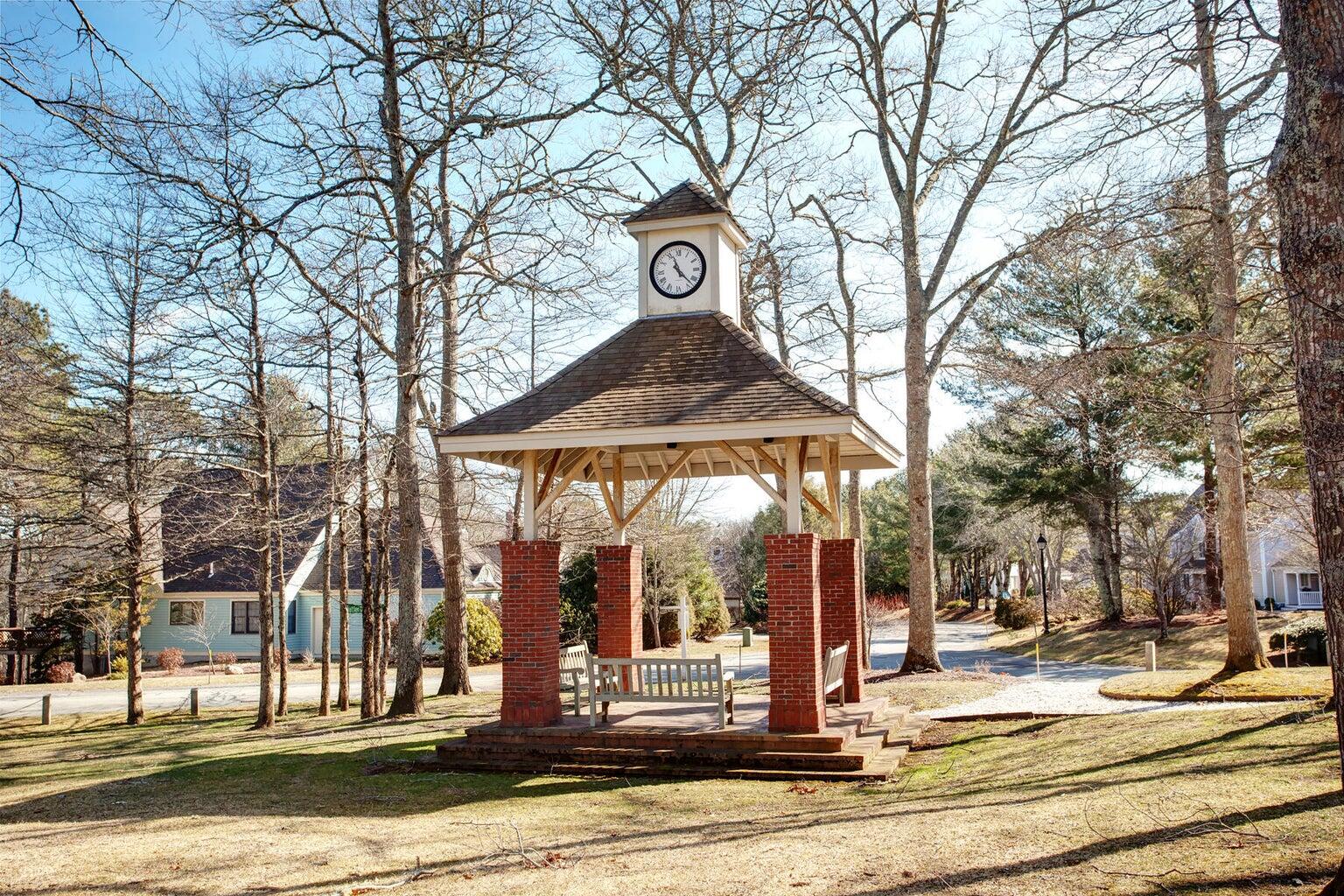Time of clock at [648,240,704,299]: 11:22
